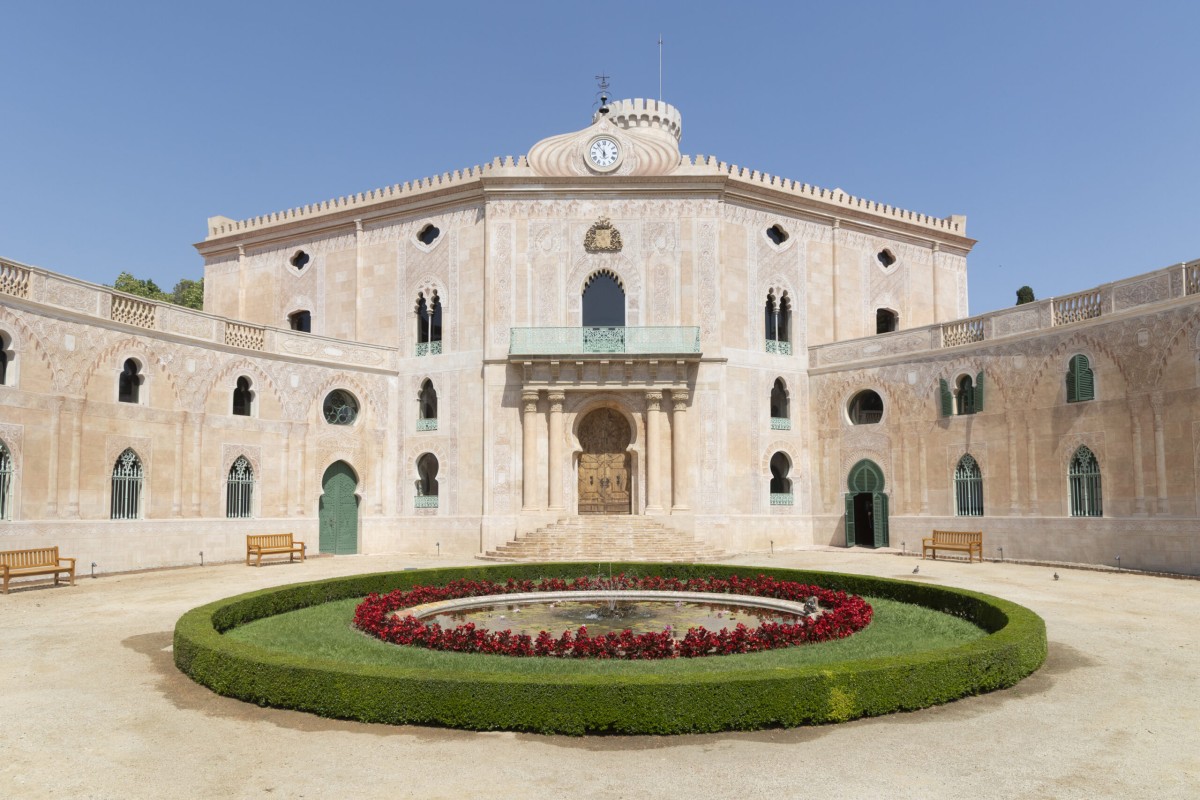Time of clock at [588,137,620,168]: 5:53
